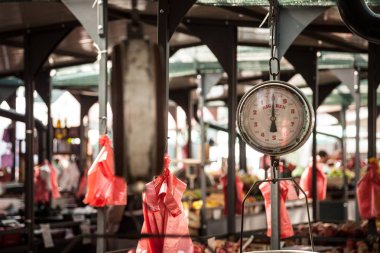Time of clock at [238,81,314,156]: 6:00
